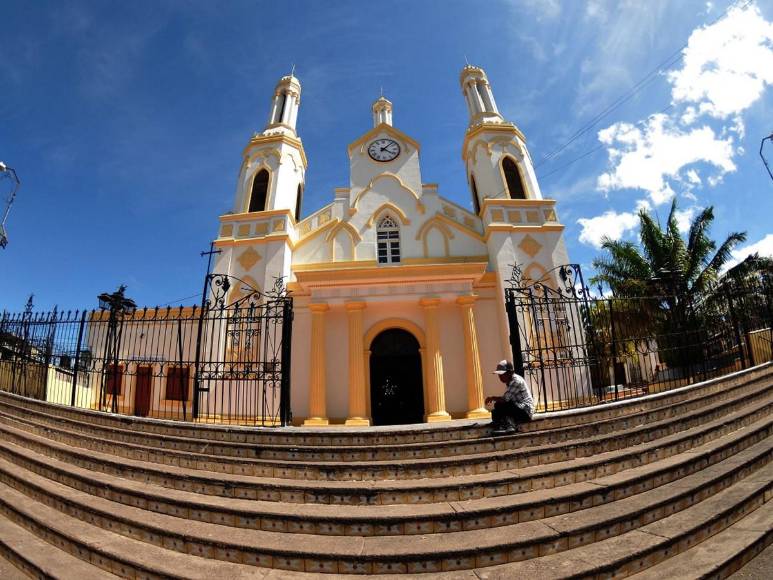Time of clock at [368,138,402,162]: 4:07
